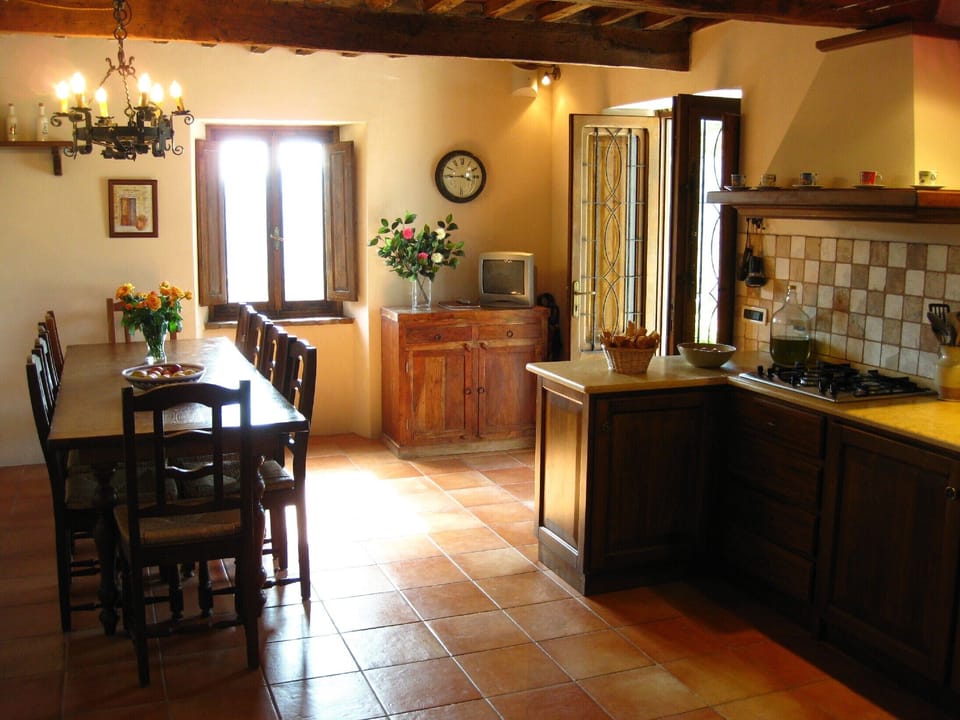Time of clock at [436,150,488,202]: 3:45
